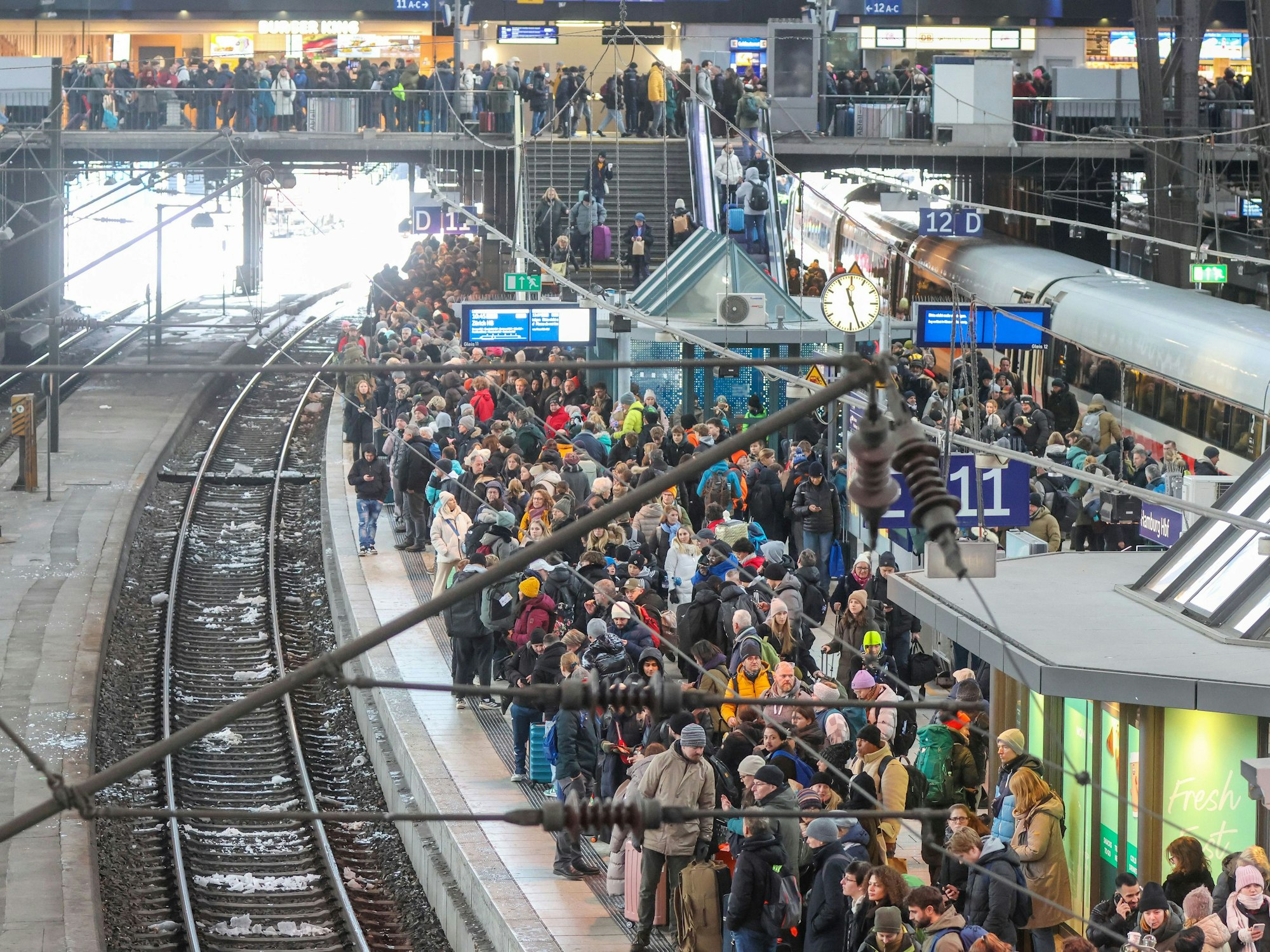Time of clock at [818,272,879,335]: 11:26
